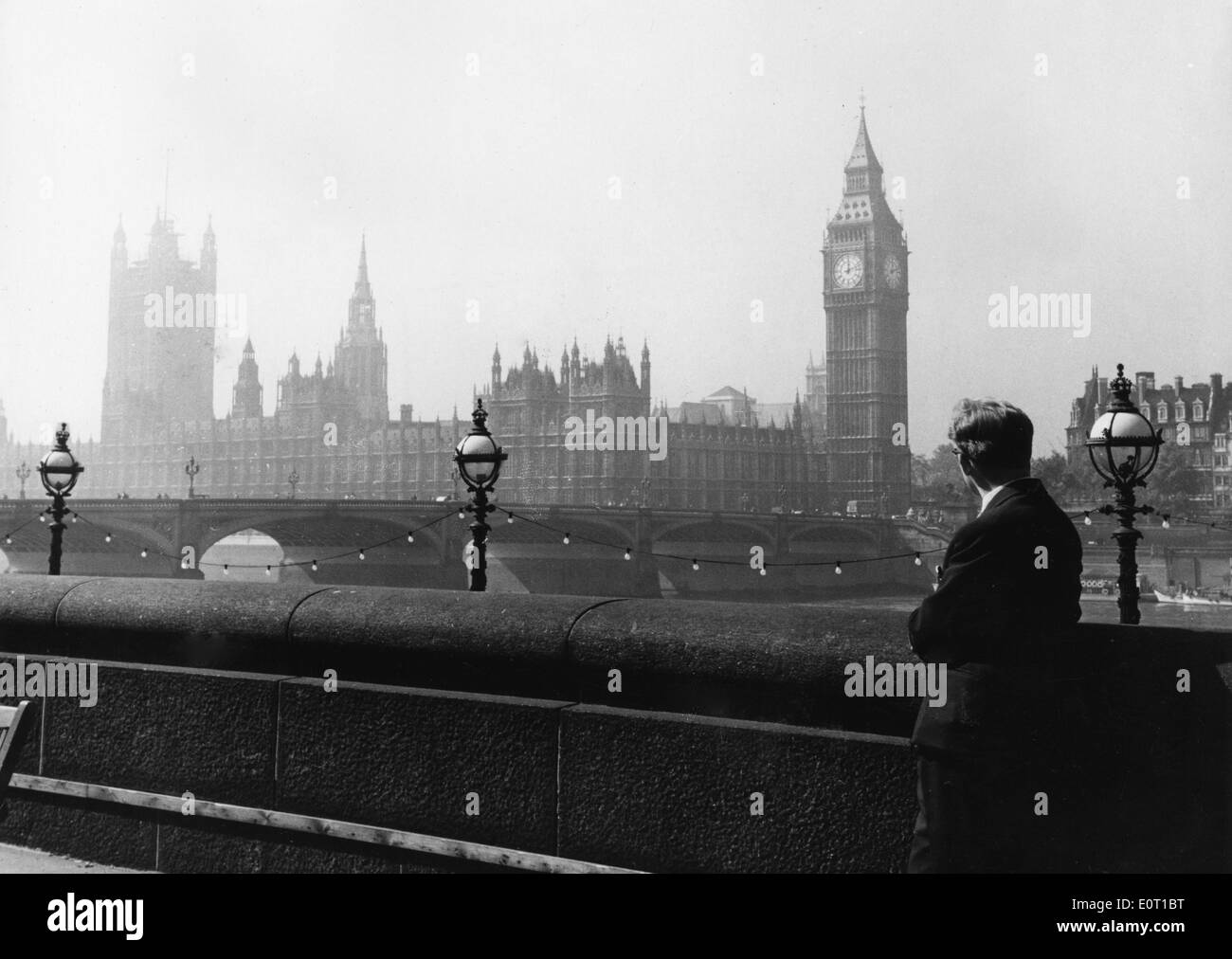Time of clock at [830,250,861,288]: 12:12
